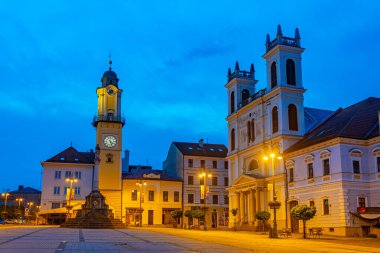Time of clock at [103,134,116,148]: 4:26
